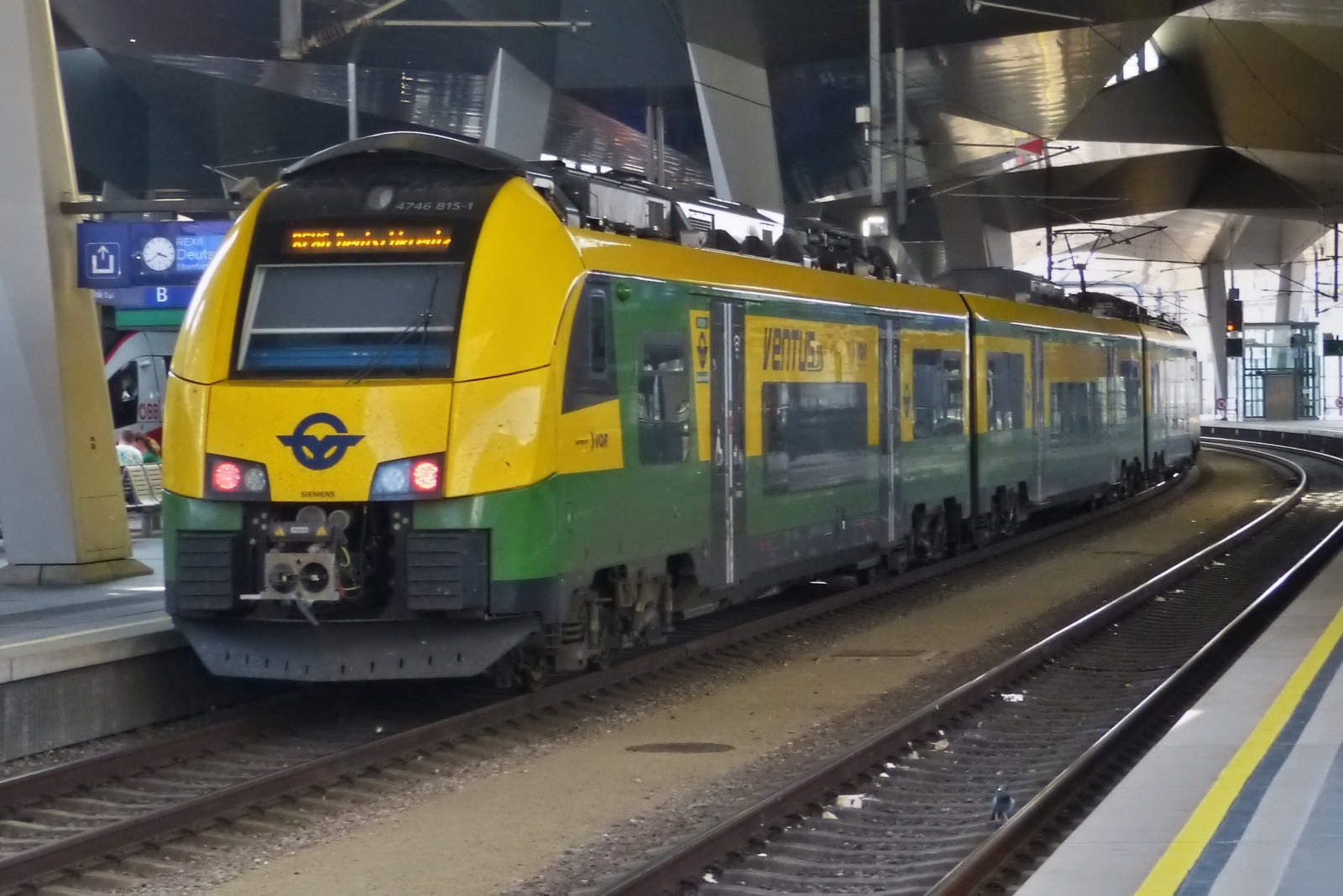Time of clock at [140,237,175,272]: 3:39
